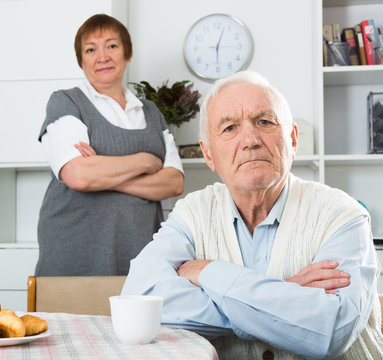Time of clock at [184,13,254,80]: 6:03
